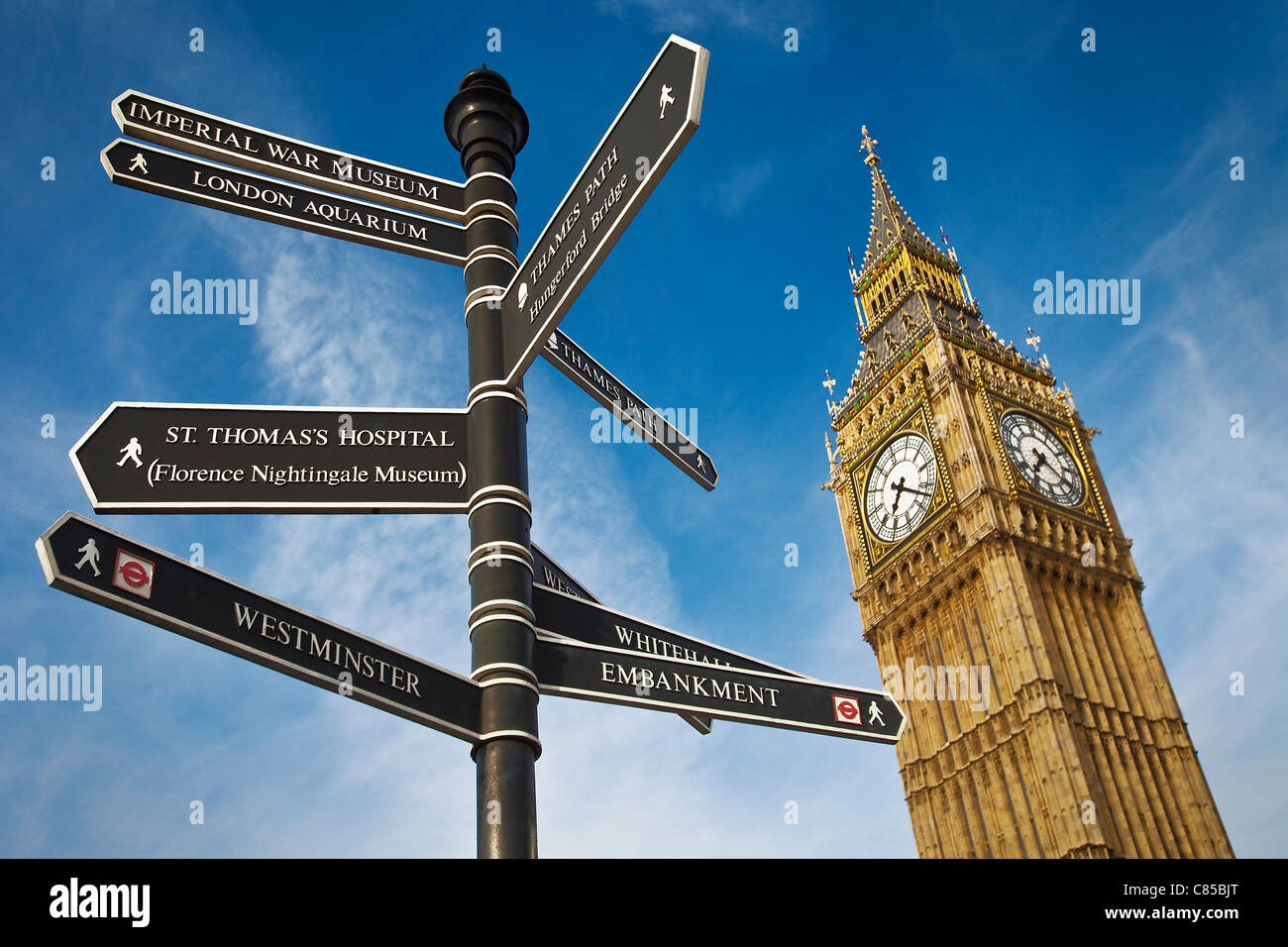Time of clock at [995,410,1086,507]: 7:20
